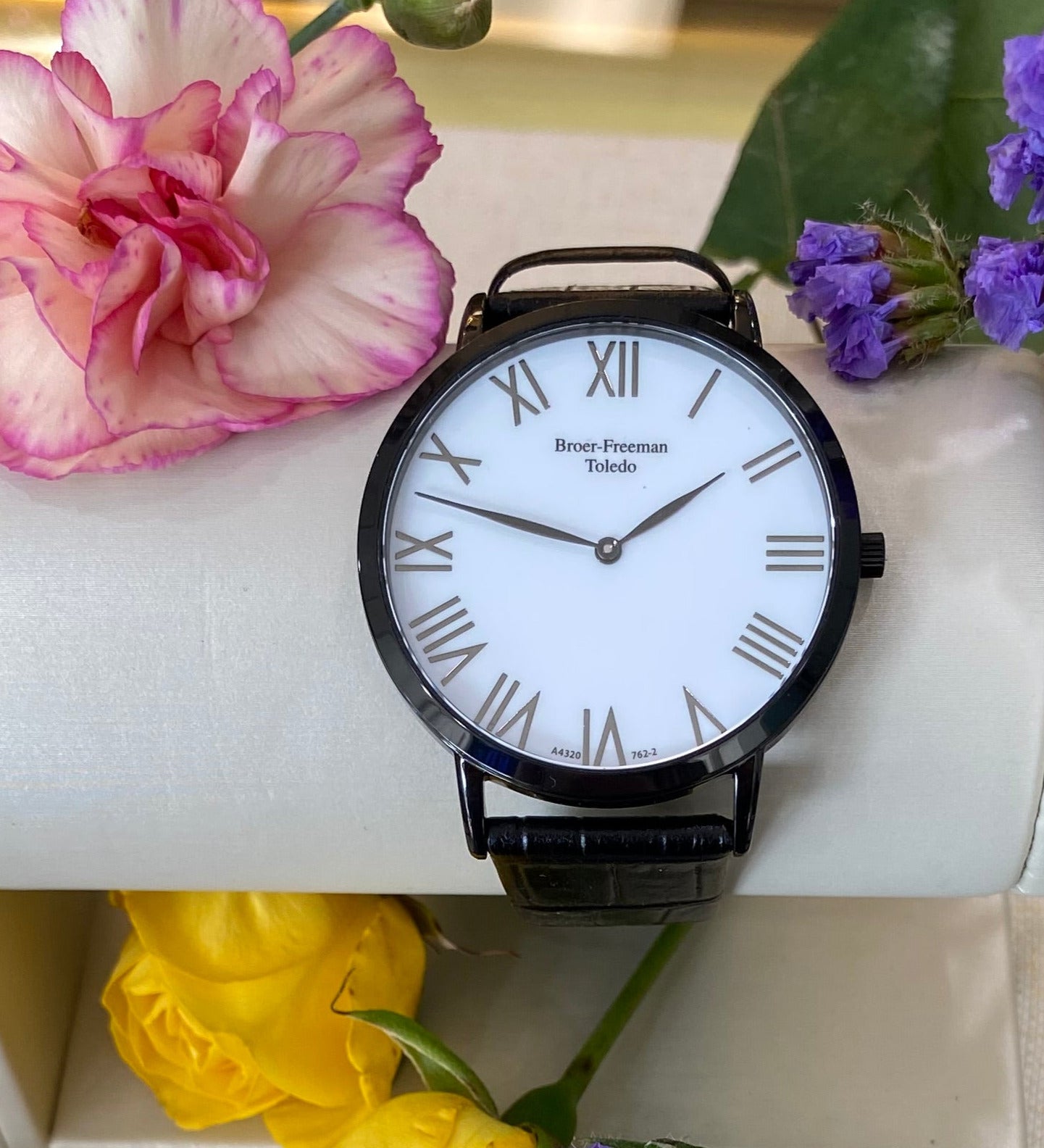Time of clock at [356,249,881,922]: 1:47
